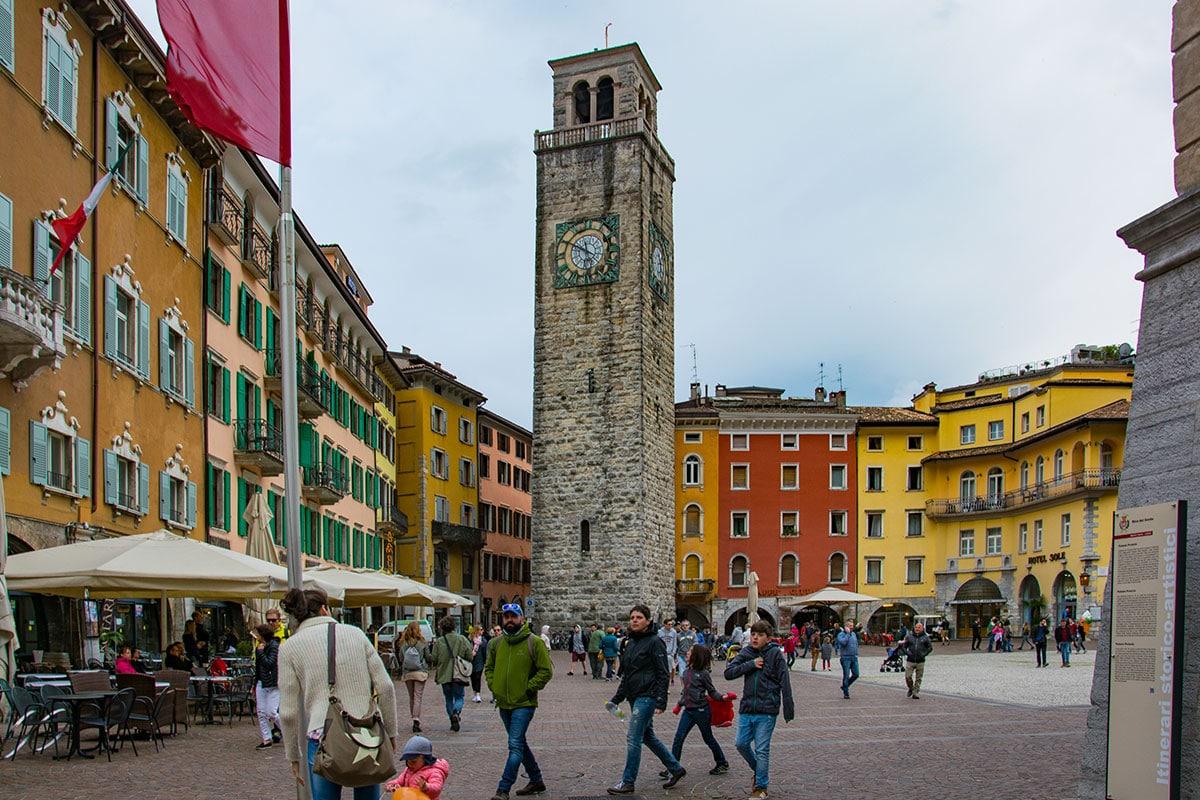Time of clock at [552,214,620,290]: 11:49
